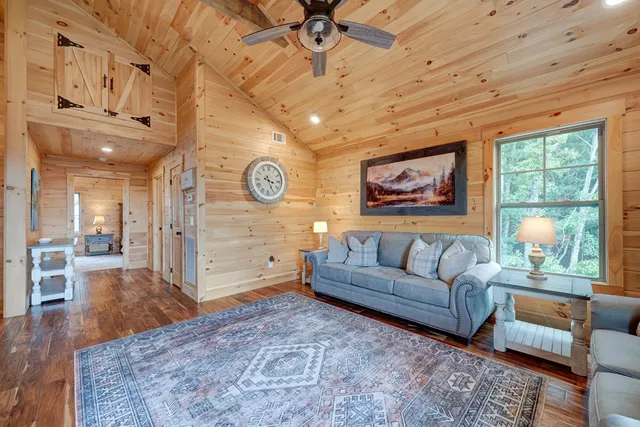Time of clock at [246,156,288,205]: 3:25
